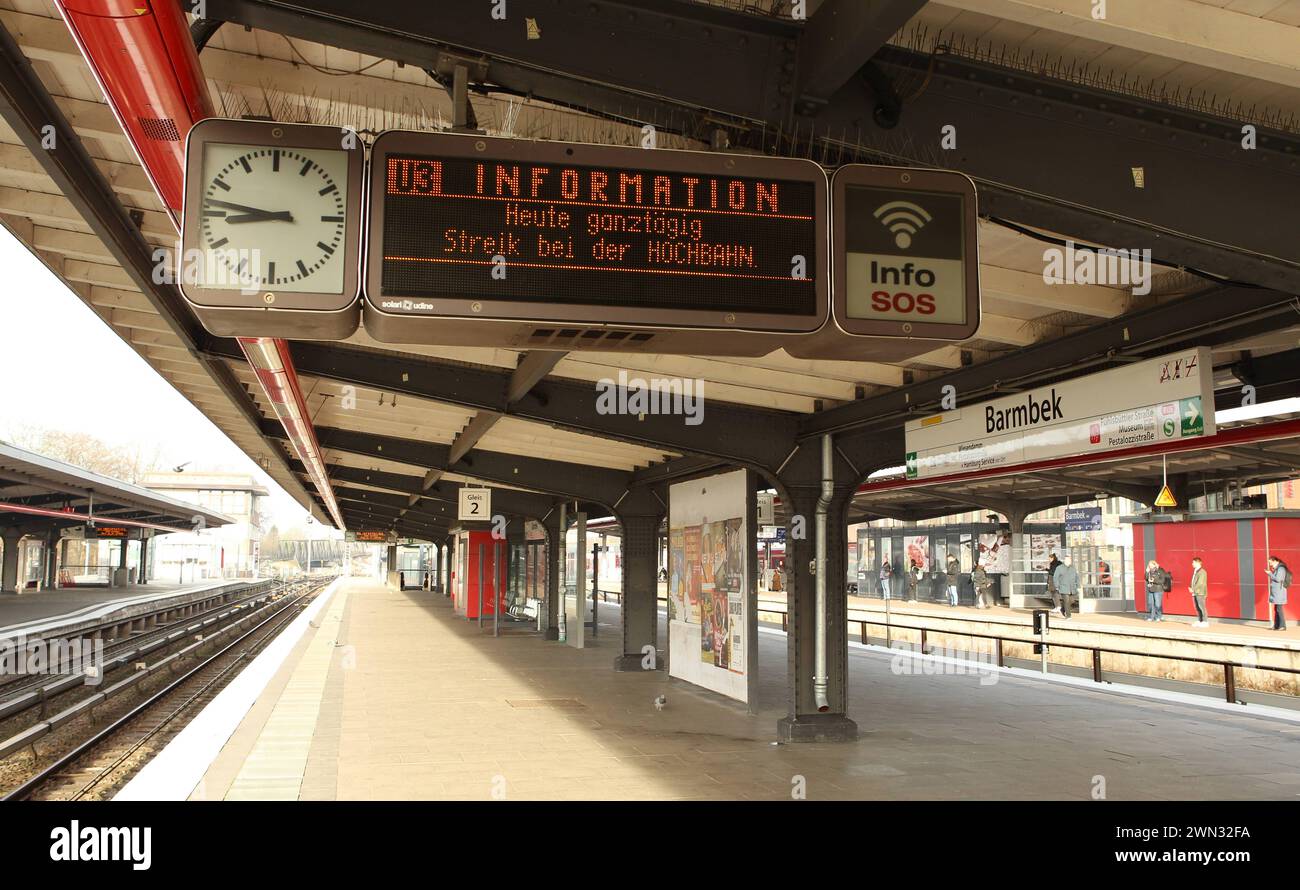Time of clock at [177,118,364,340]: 8:46
